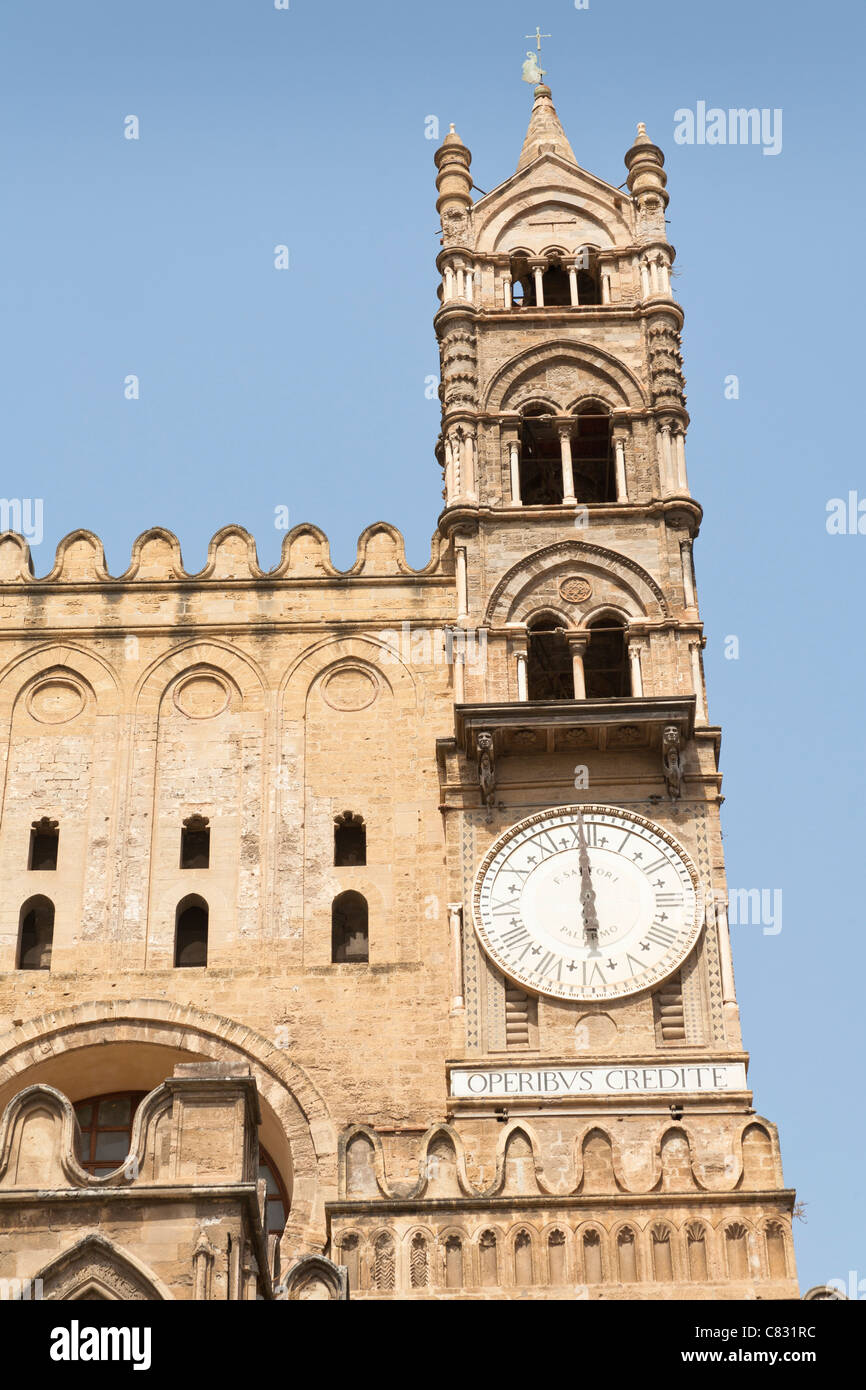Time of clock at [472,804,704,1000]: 5:59
